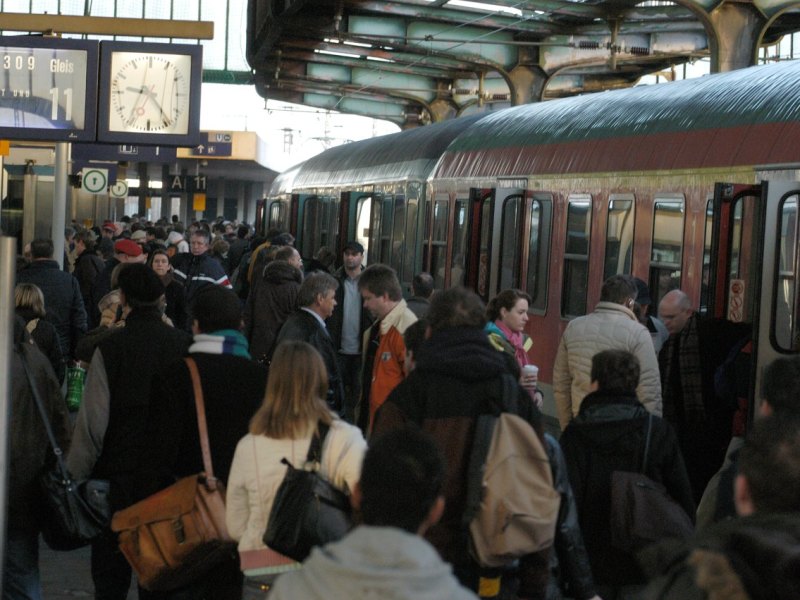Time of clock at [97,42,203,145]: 9:23
